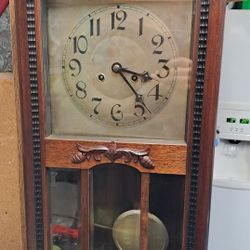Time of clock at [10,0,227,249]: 3:23
